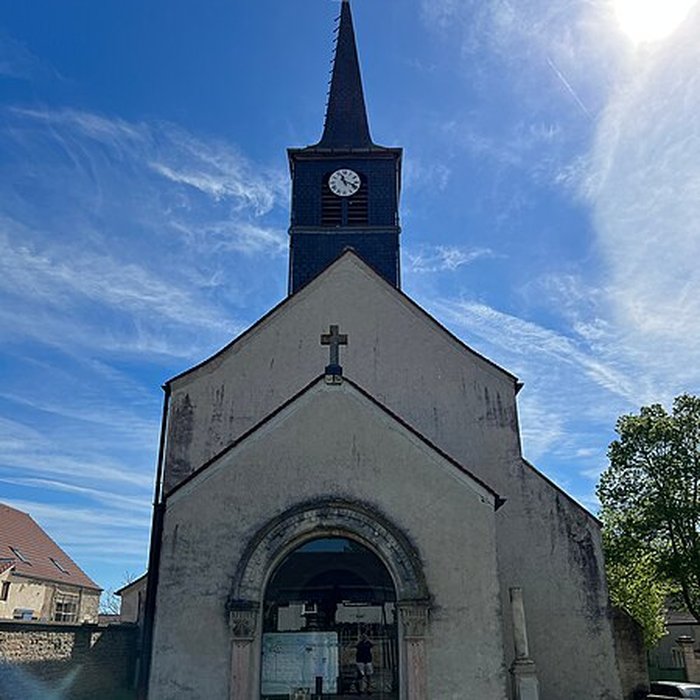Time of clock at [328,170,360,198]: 11:18
